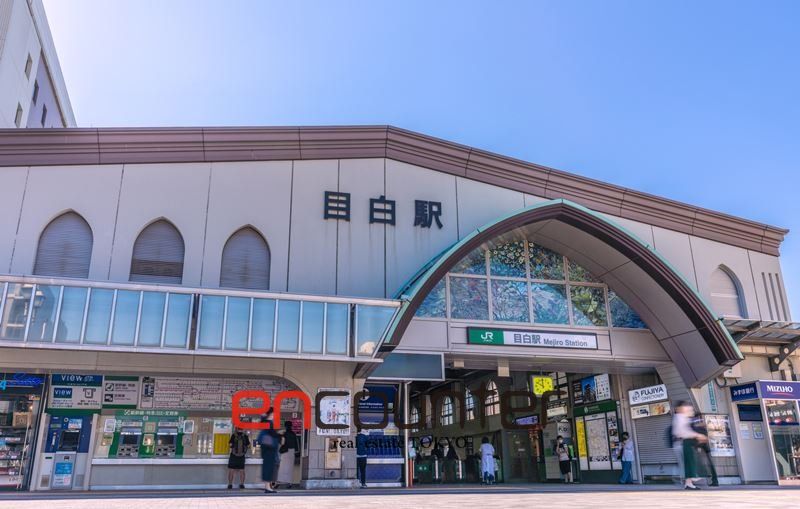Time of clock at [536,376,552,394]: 11:51
